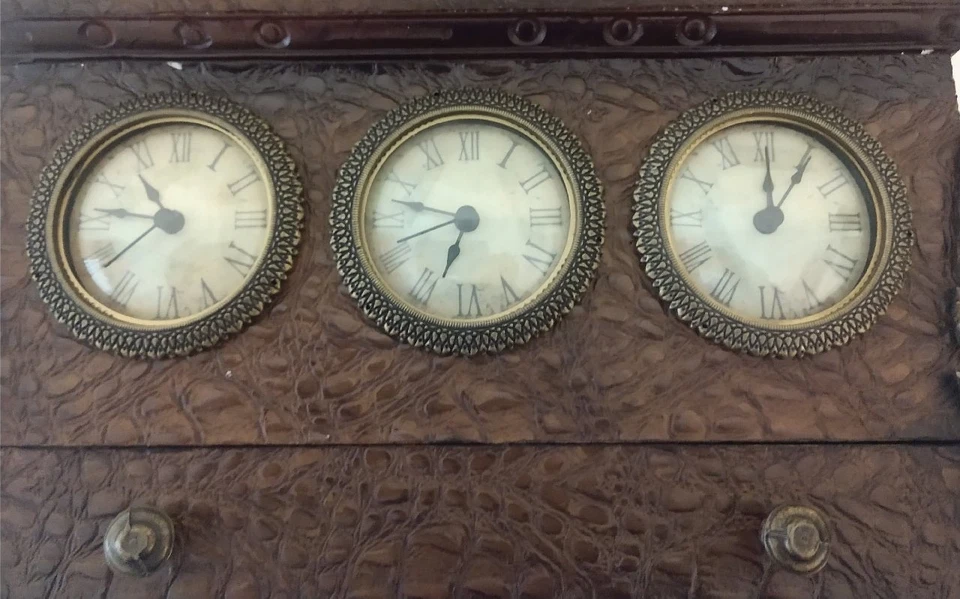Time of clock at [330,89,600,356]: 6:47
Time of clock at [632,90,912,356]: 12:05
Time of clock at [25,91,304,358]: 10:46
